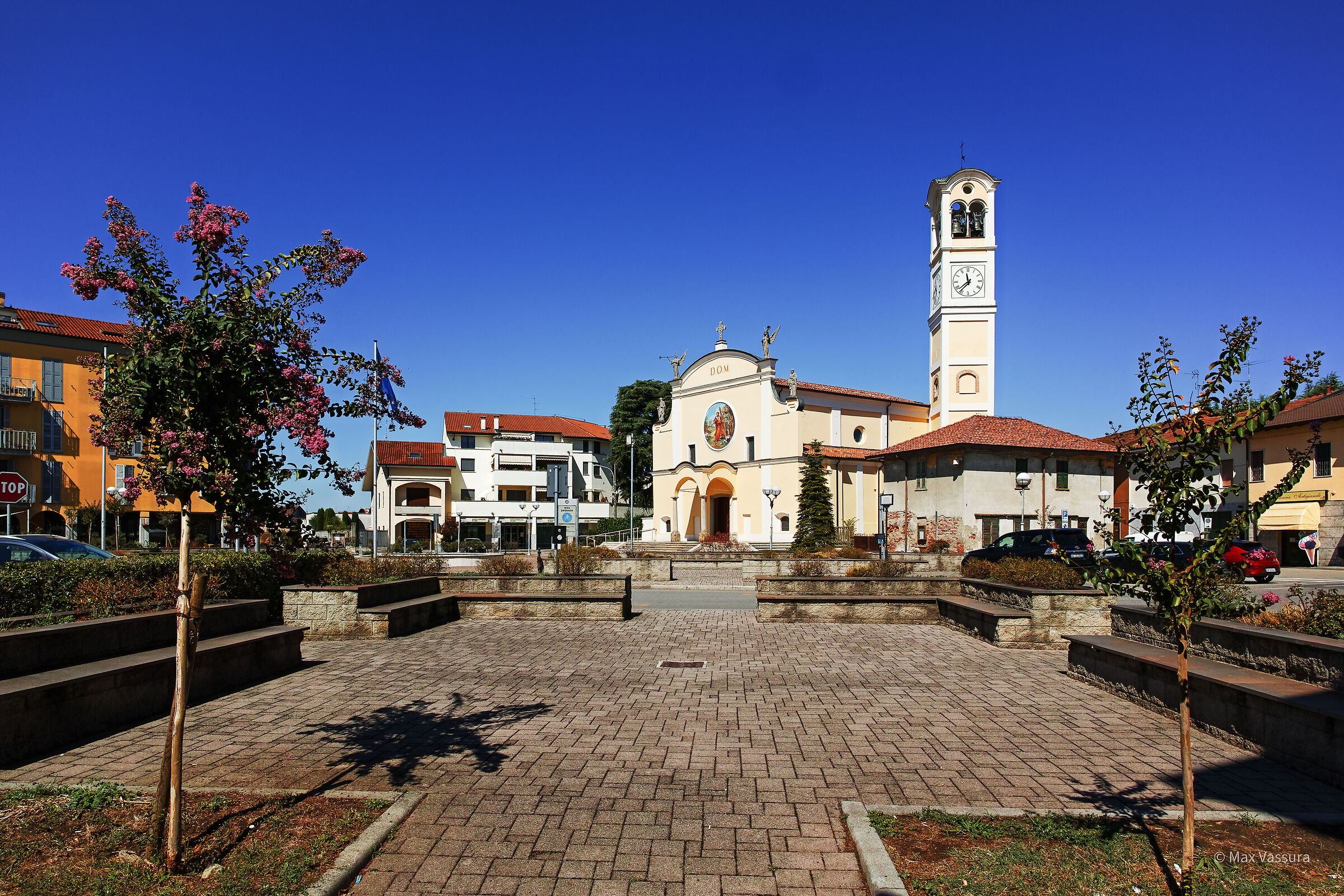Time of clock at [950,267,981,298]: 11:37
